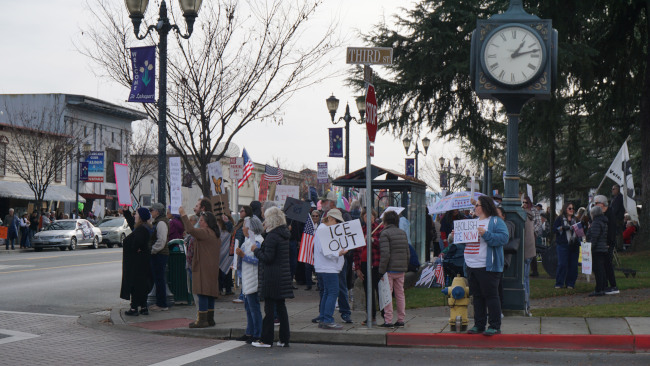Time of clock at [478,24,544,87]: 1:12
